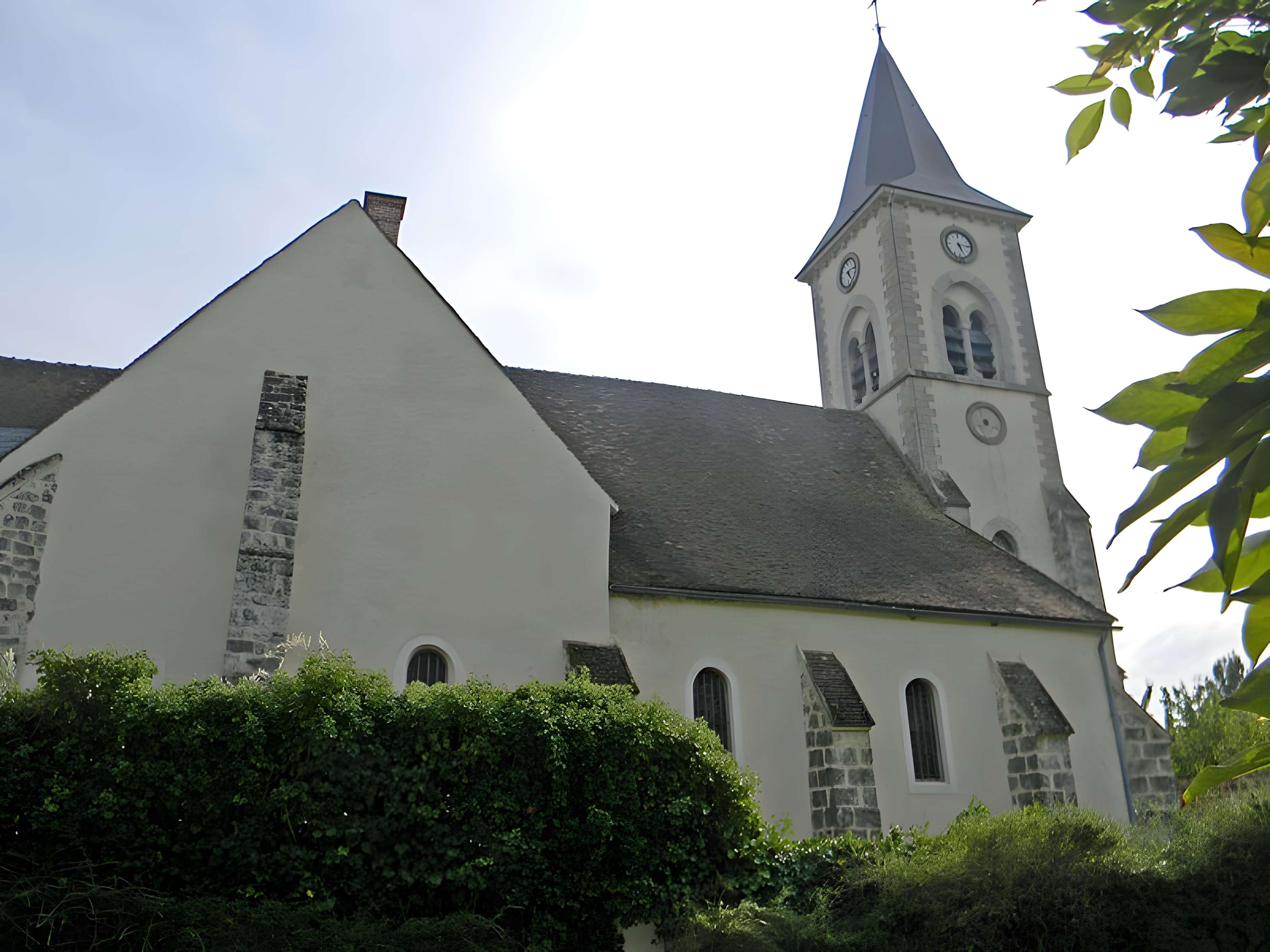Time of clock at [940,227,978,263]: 5:14
